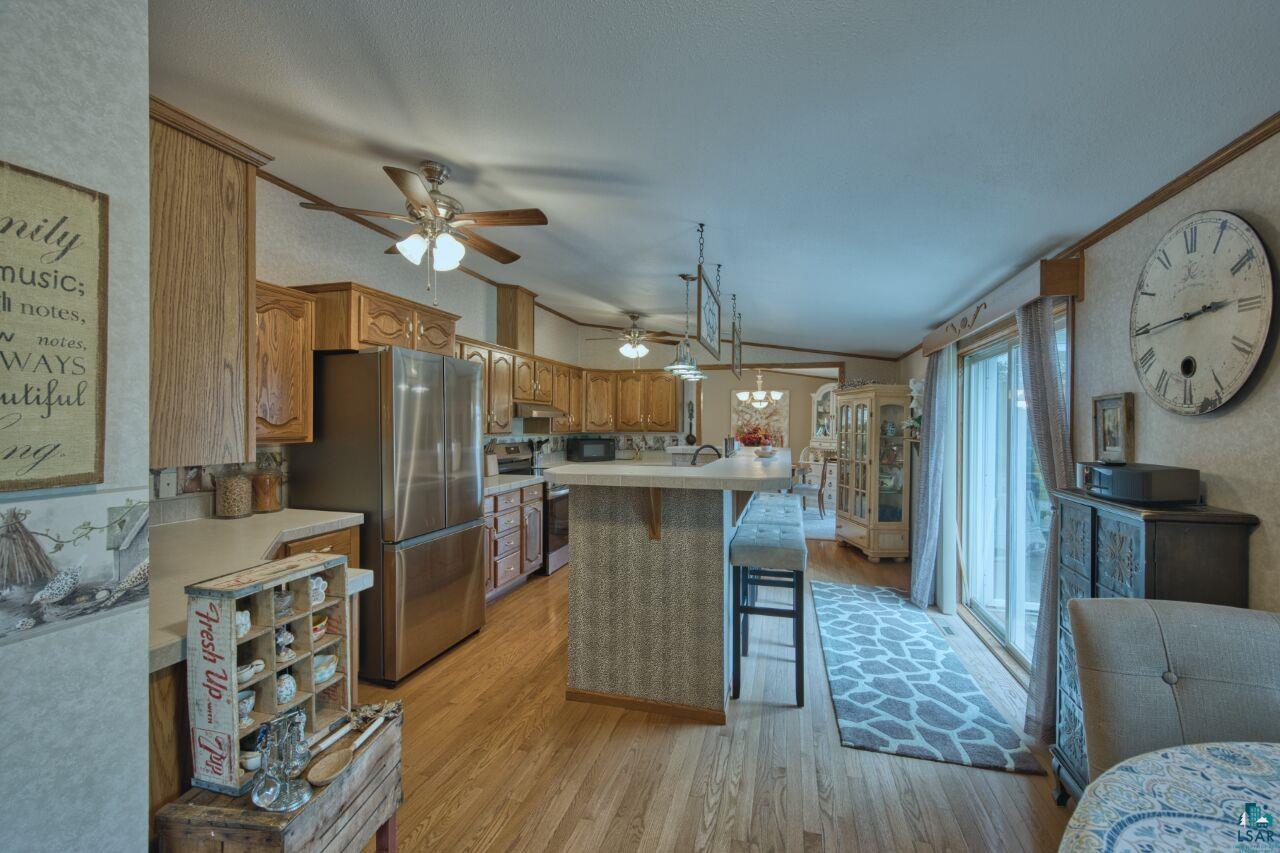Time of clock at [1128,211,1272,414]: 2:44
